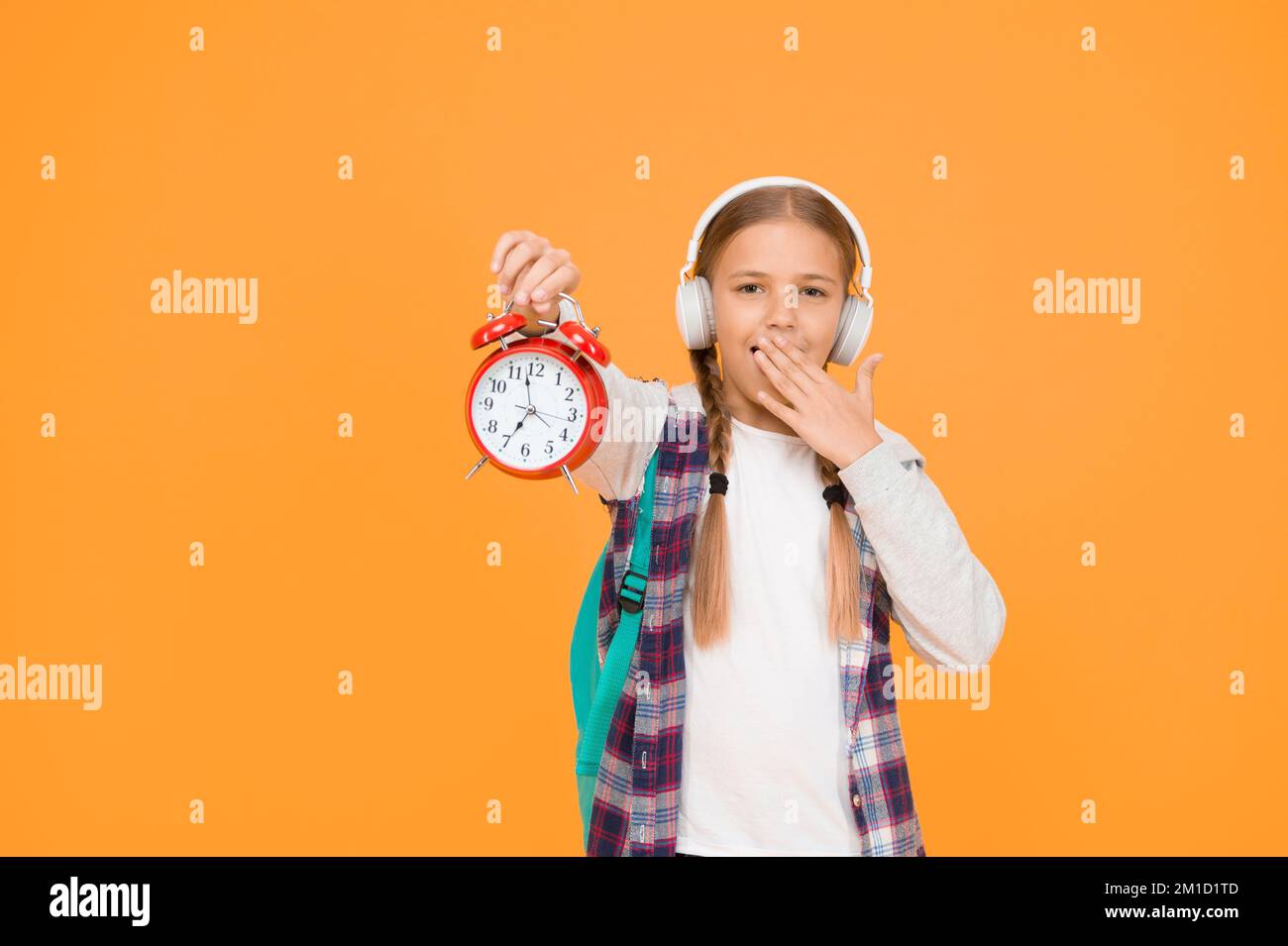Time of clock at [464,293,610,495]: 6:57
